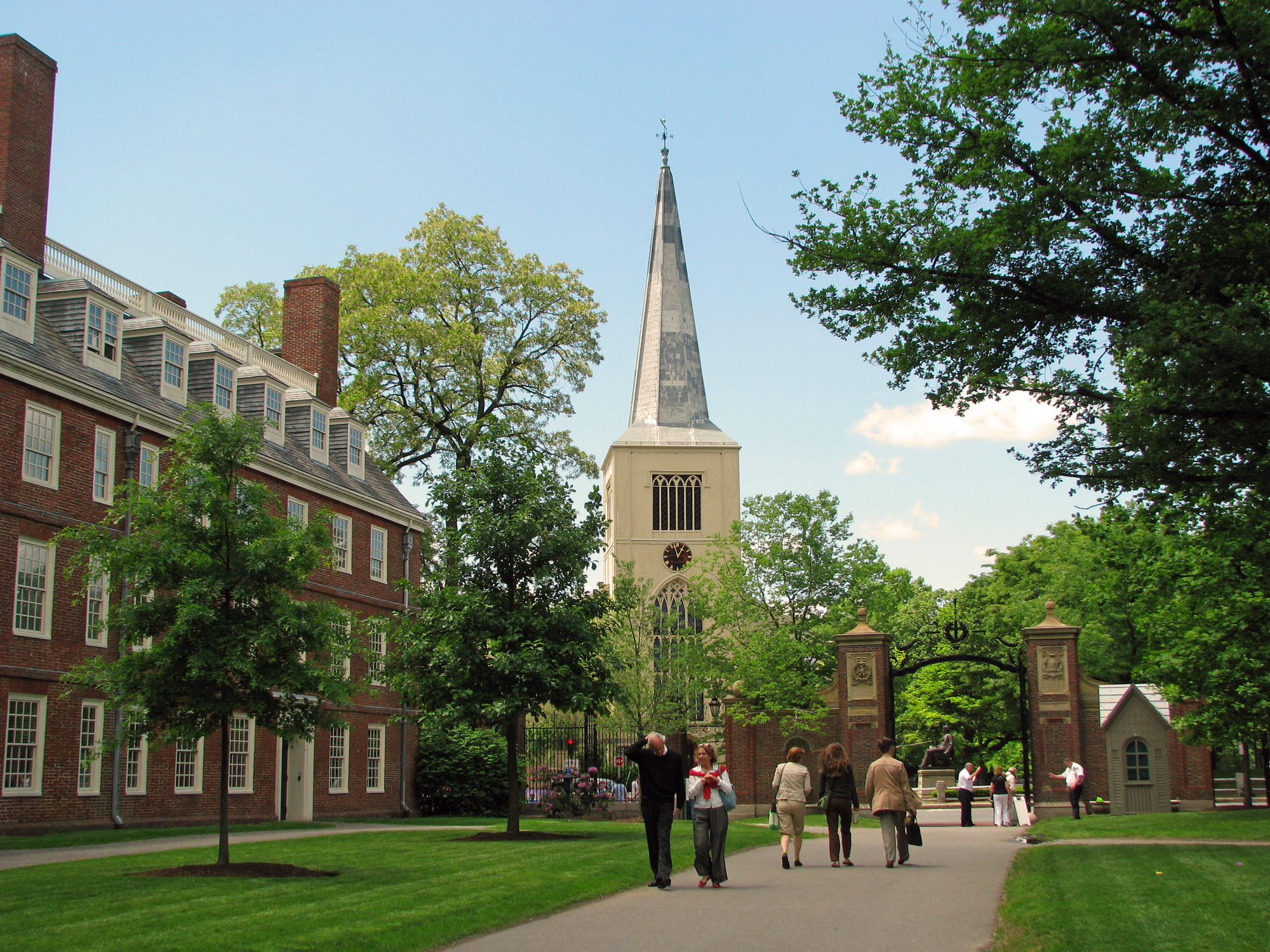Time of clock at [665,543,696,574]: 12:57
